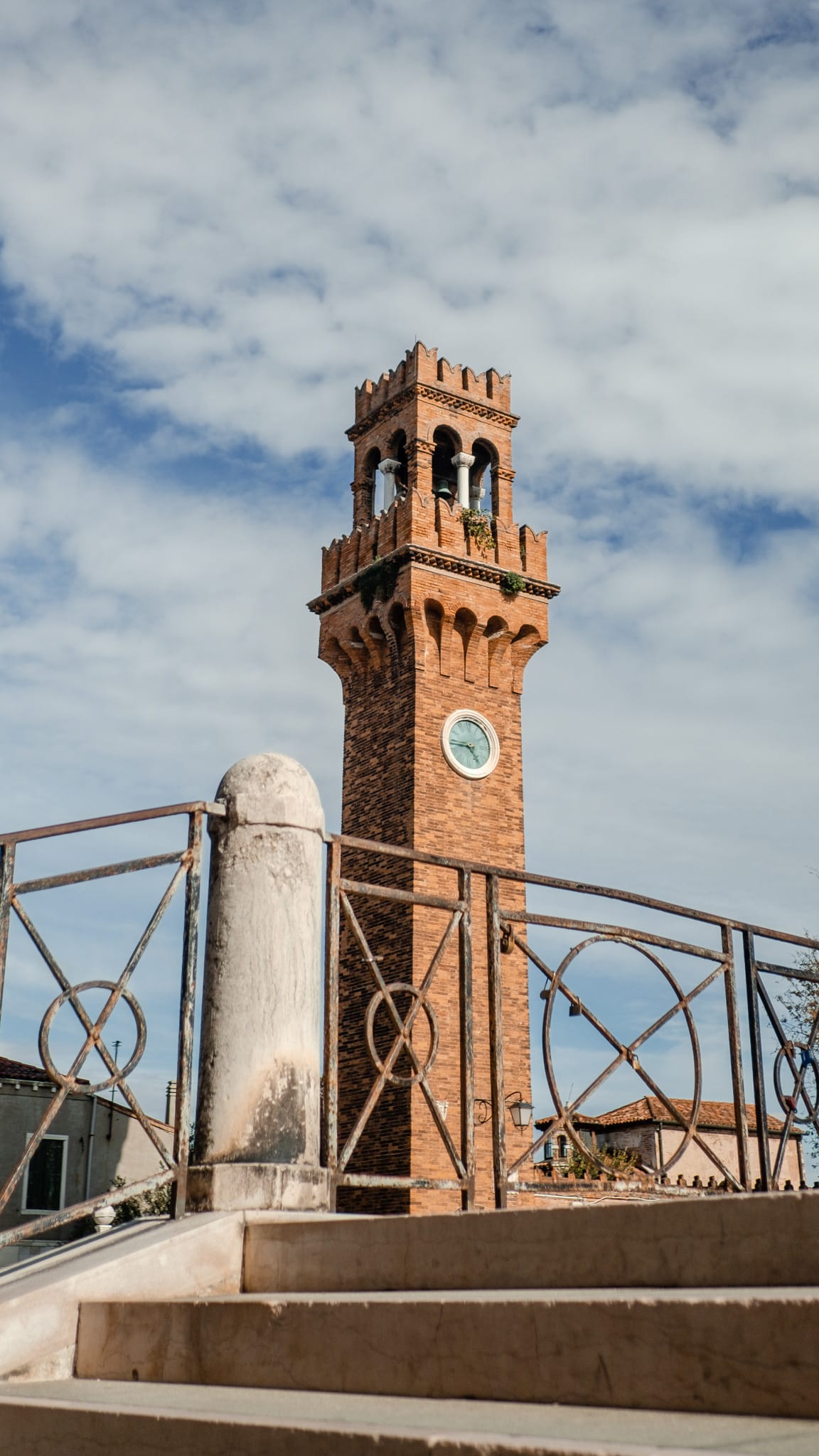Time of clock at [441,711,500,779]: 4:44
